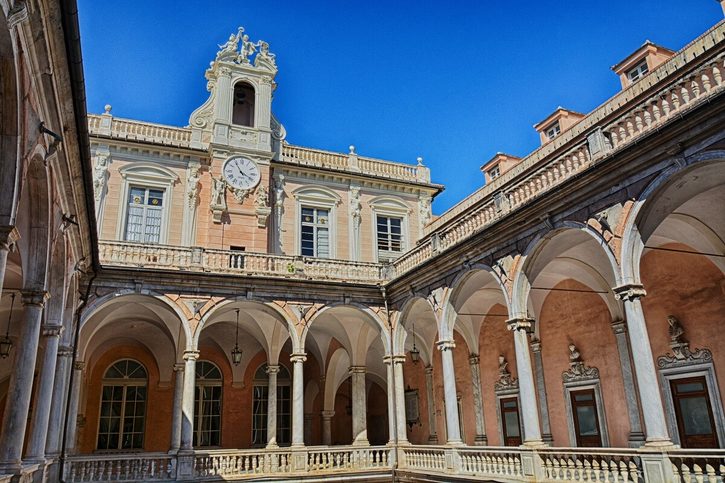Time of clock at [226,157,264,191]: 3:54
